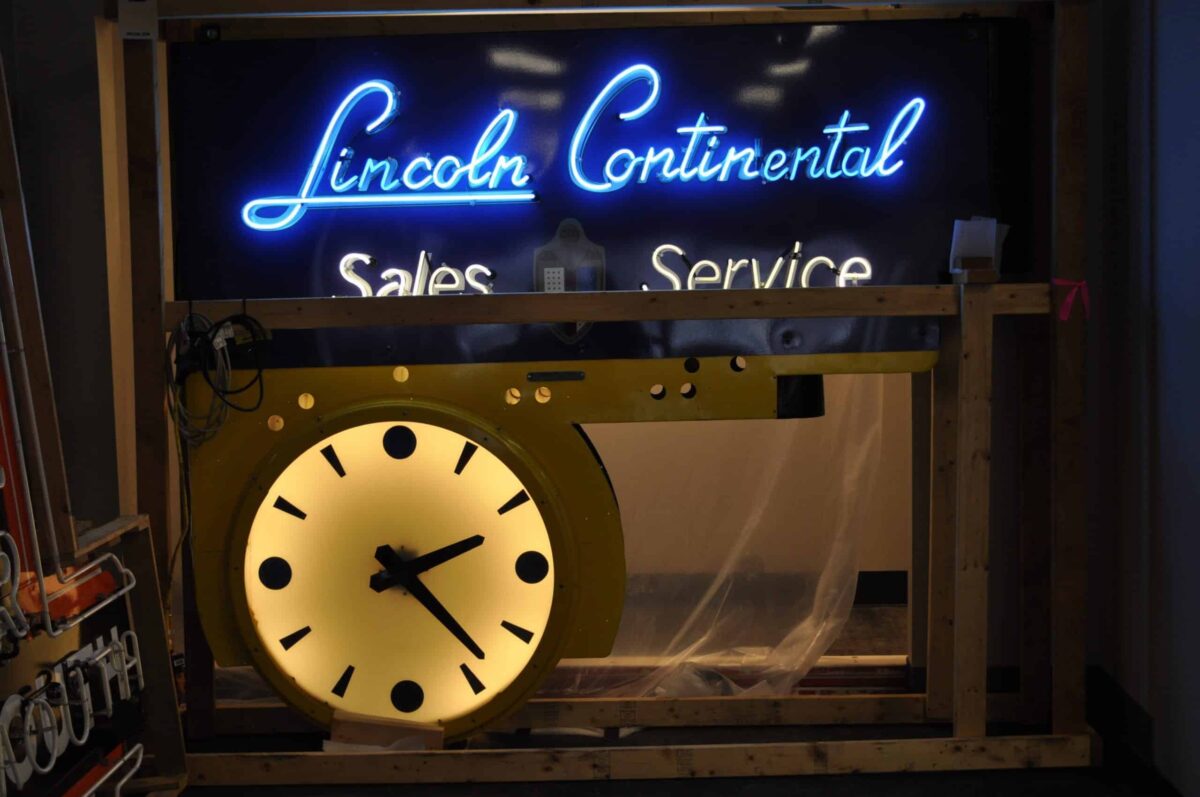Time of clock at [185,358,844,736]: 2:23
